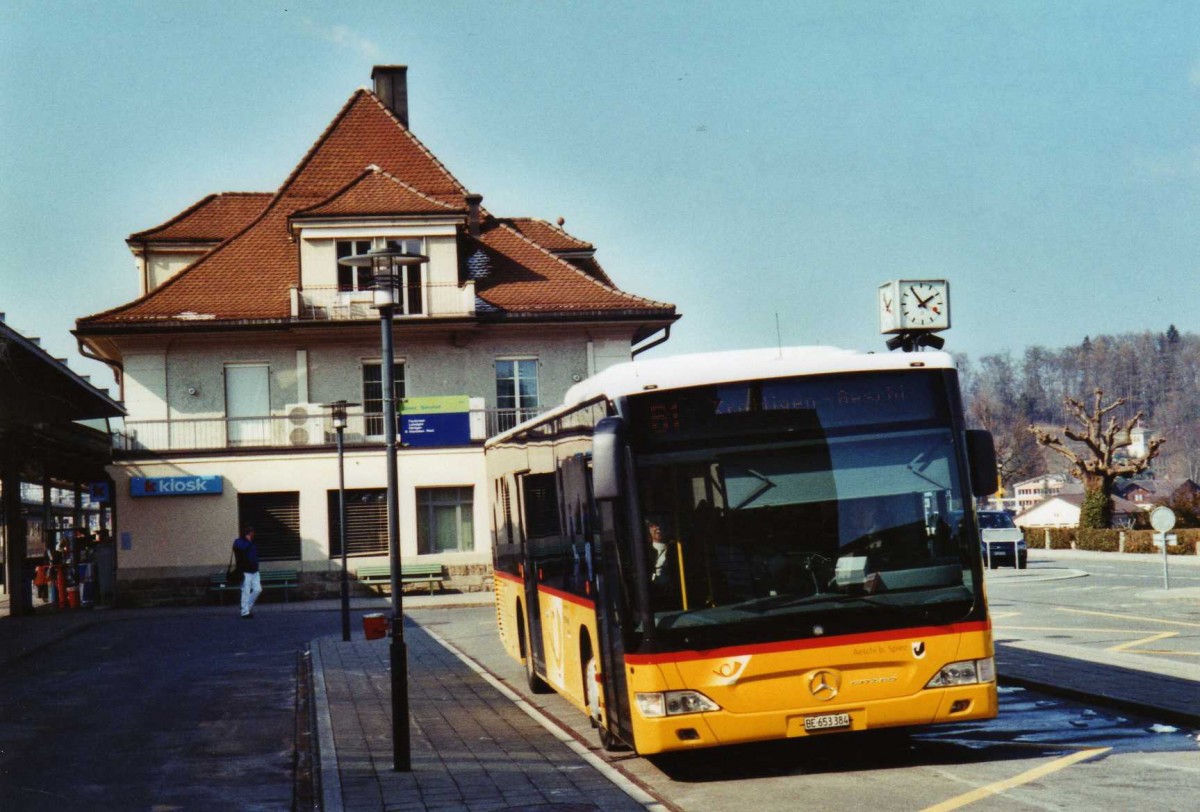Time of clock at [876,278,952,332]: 1:54
